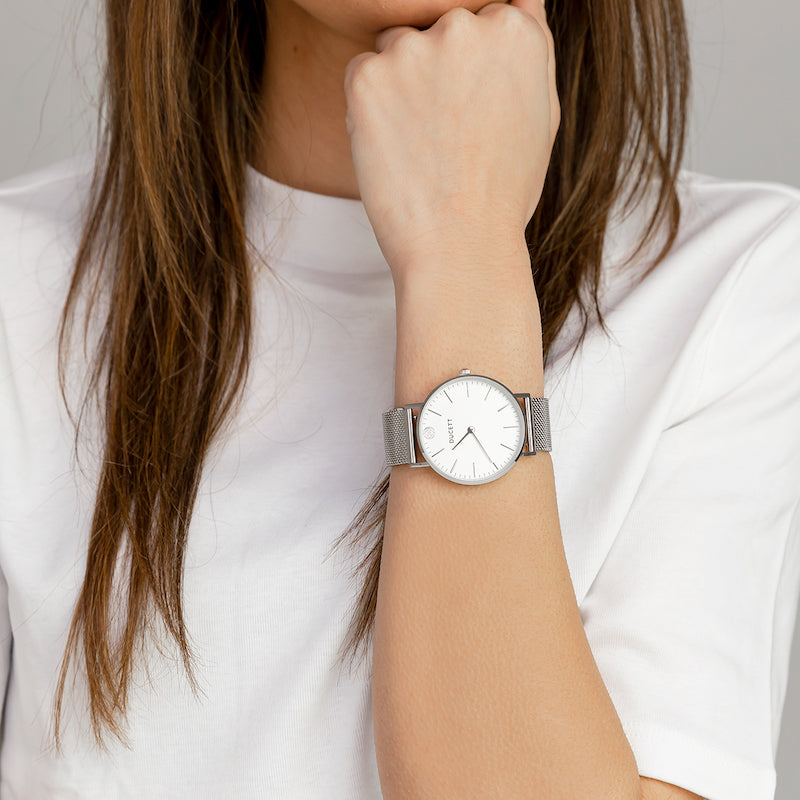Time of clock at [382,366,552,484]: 7:25
